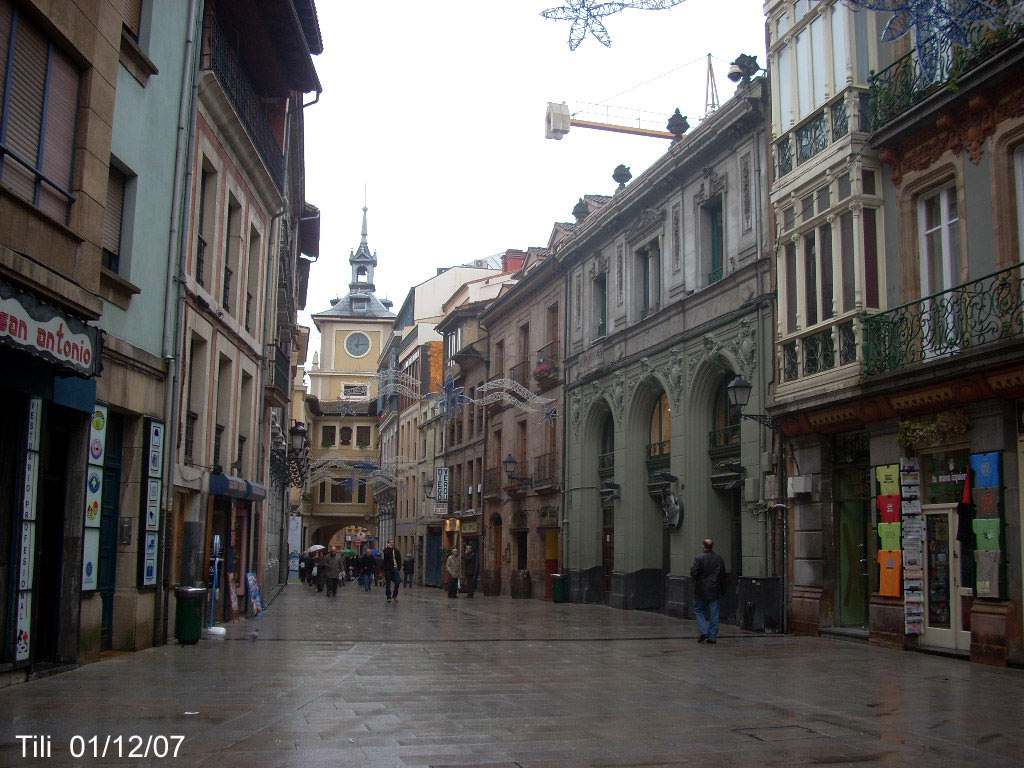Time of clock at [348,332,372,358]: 12:13
